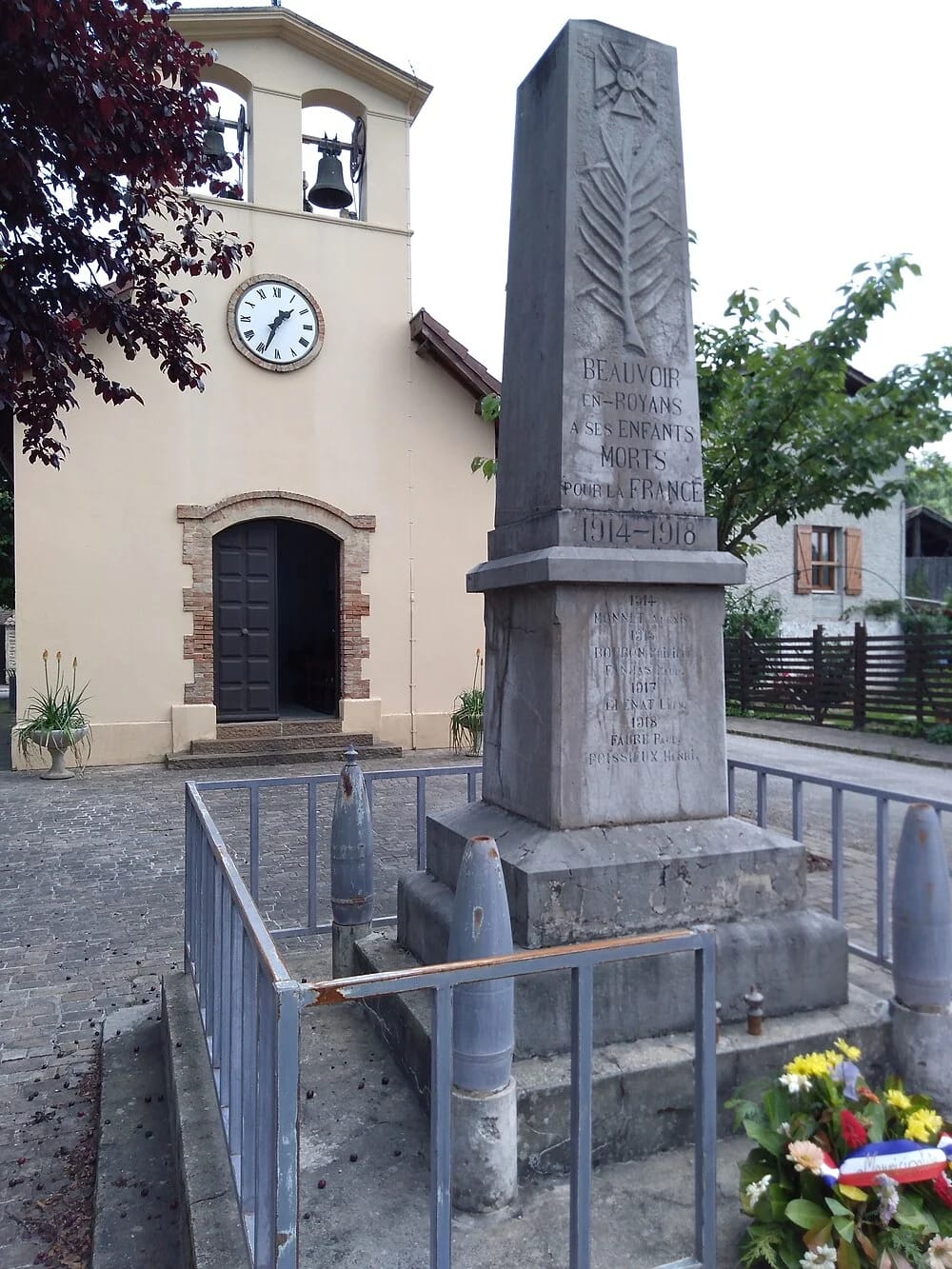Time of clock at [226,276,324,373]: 1:33
